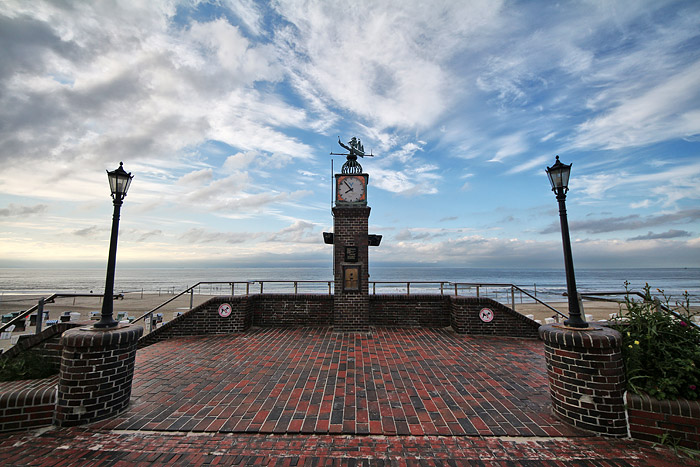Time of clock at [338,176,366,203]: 7:52
